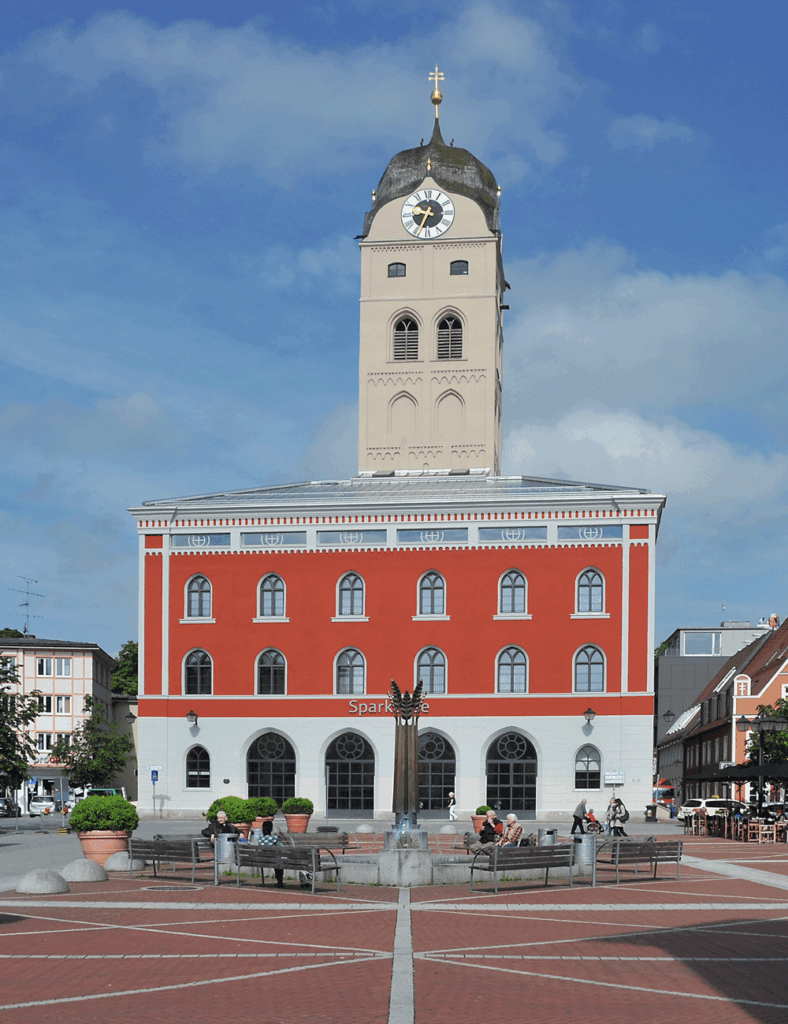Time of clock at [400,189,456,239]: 9:33
